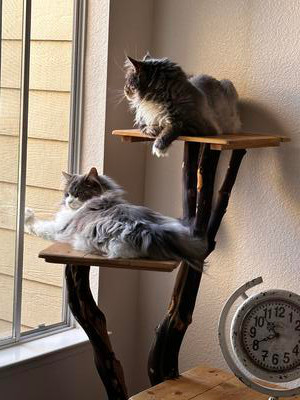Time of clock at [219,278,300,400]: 10:41
